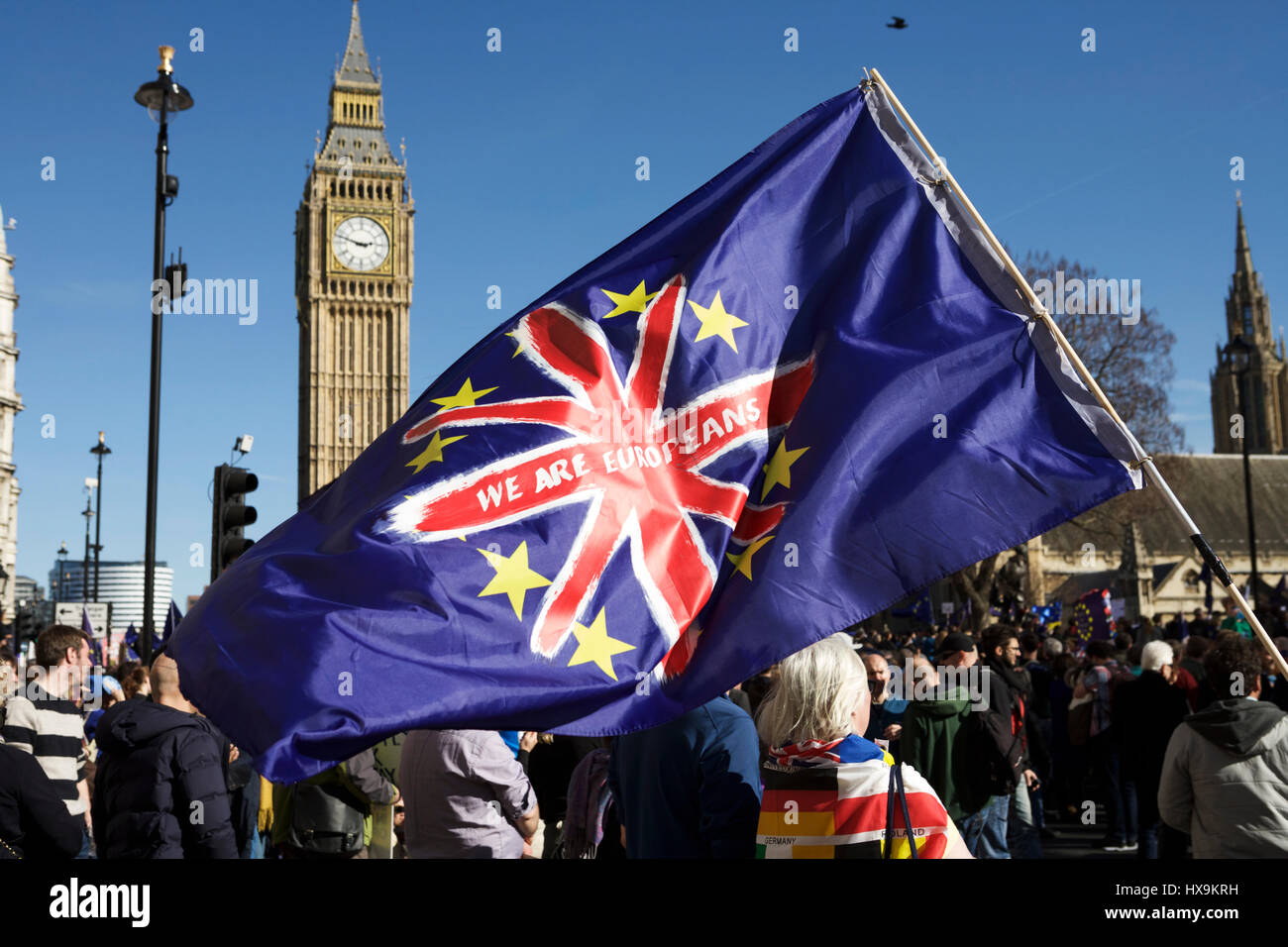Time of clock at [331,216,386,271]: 2:48
